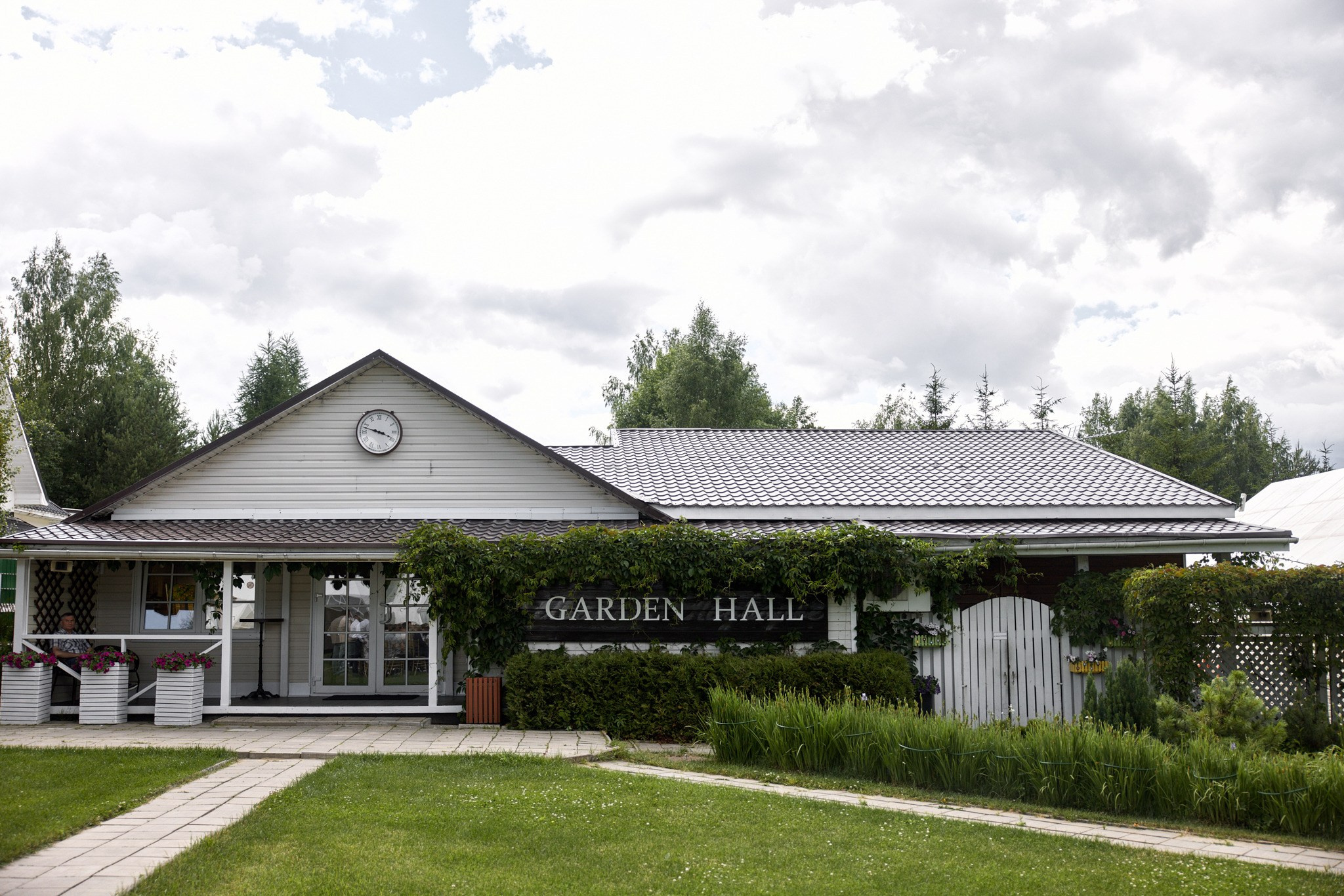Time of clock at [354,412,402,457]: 3:47
